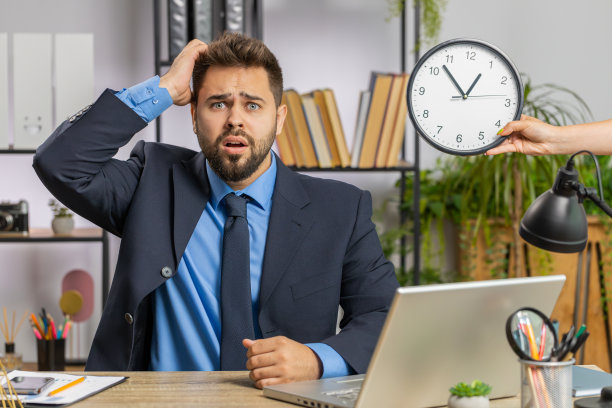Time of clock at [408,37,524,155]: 12:52
